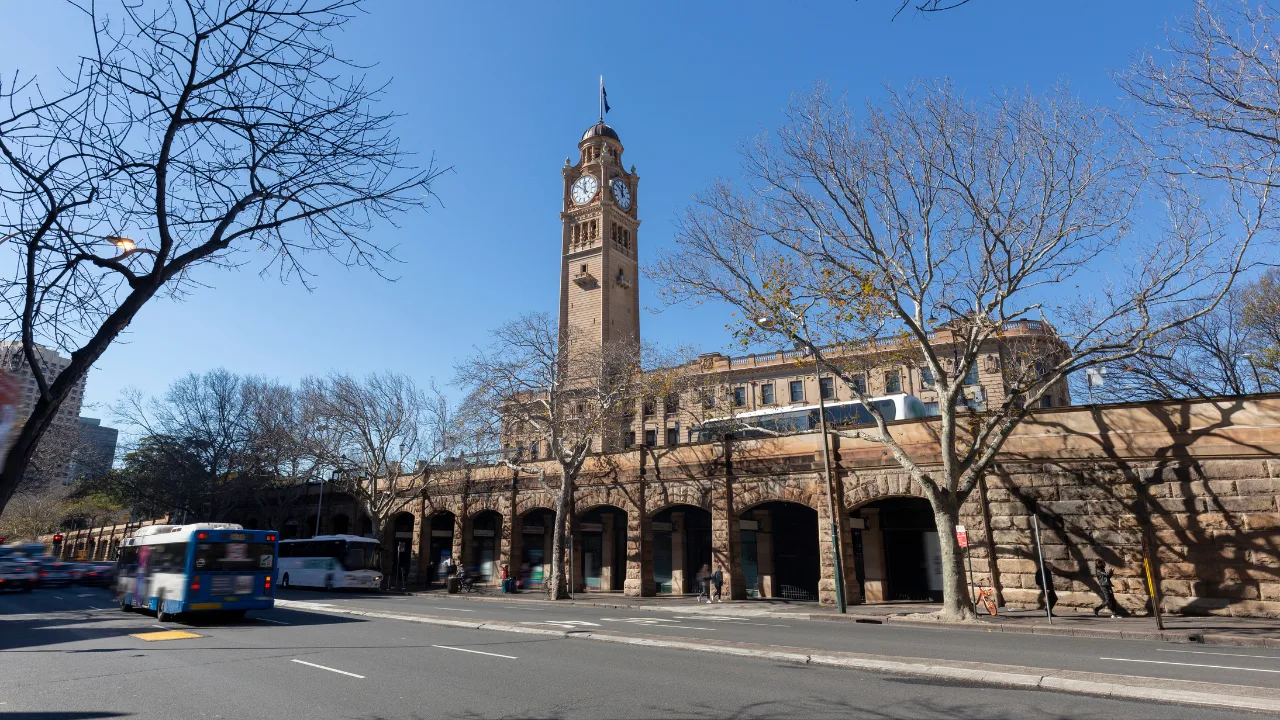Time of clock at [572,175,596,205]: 11:51
